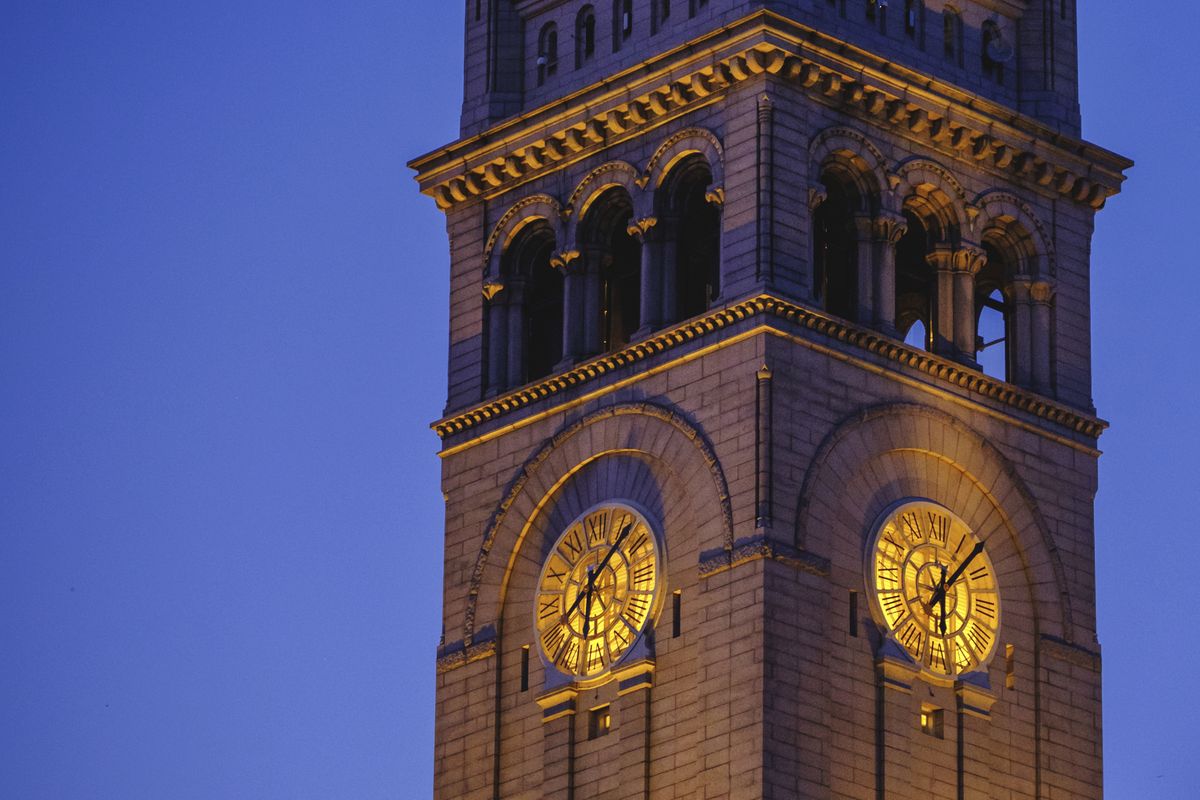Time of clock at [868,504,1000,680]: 6:07
